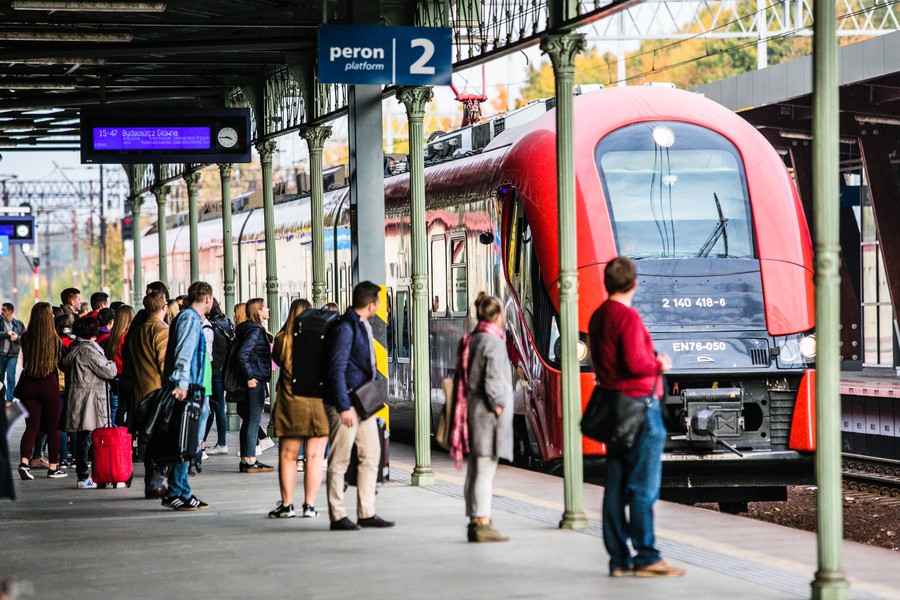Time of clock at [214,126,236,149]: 3:44
